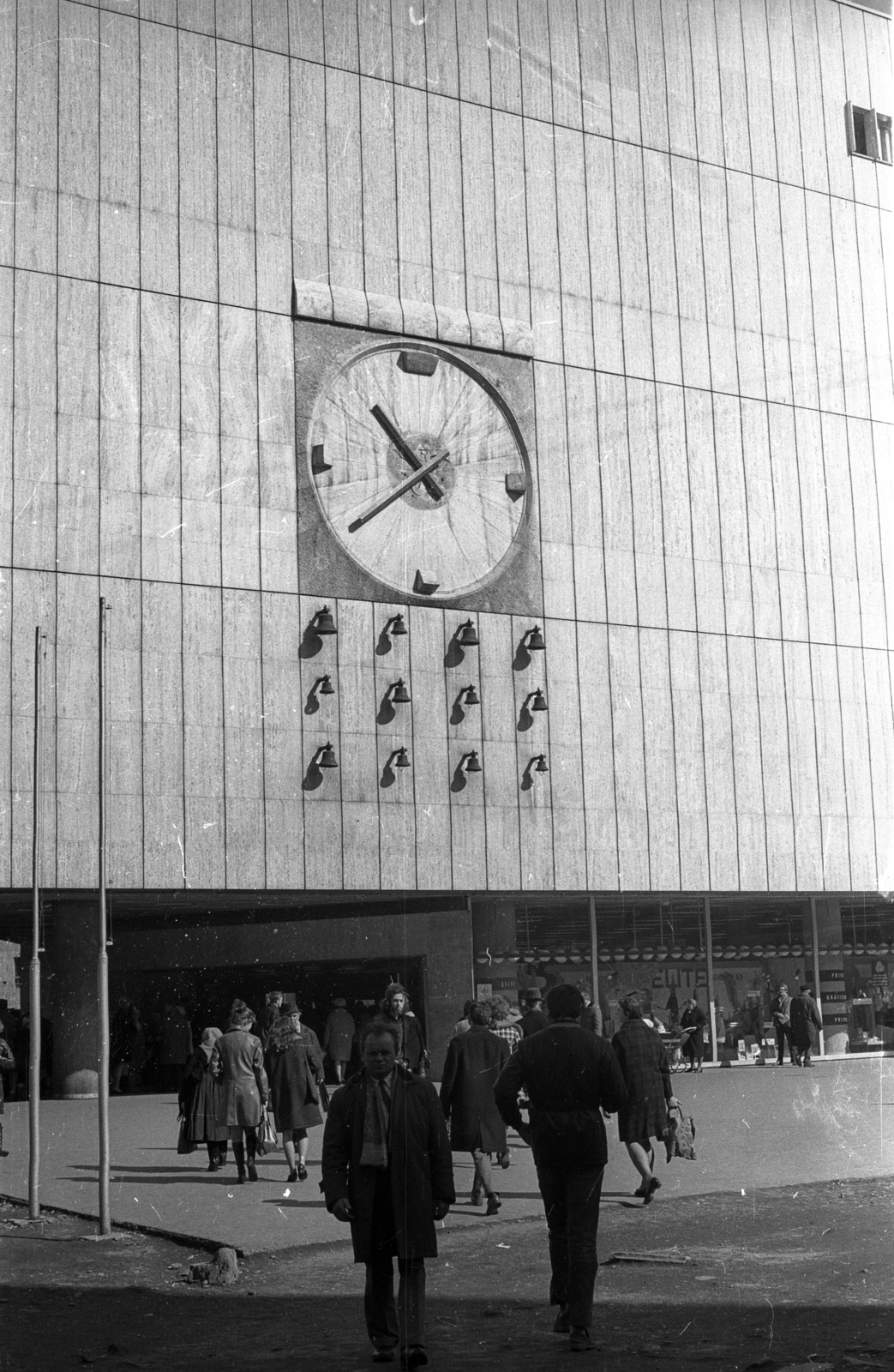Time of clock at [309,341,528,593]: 10:39
